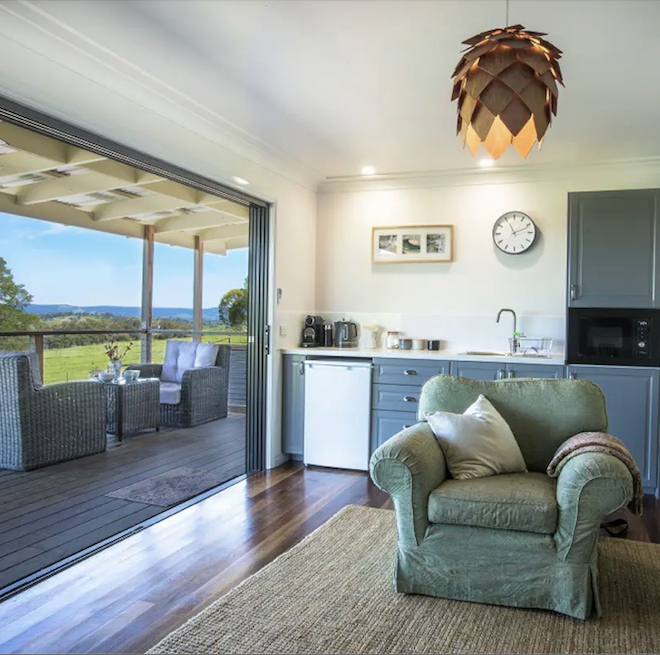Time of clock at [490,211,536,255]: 11:11
